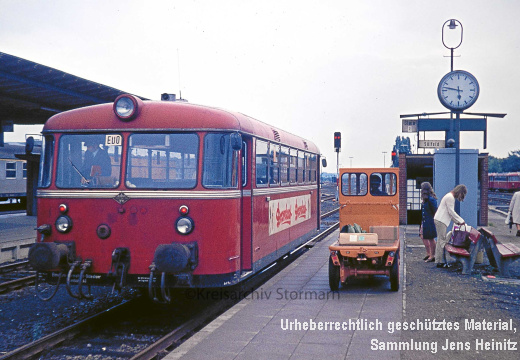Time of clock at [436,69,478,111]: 5:47
